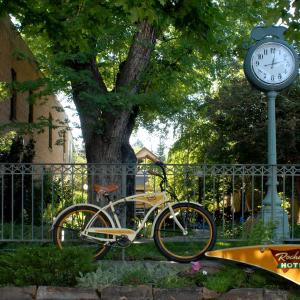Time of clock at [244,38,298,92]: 9:01
